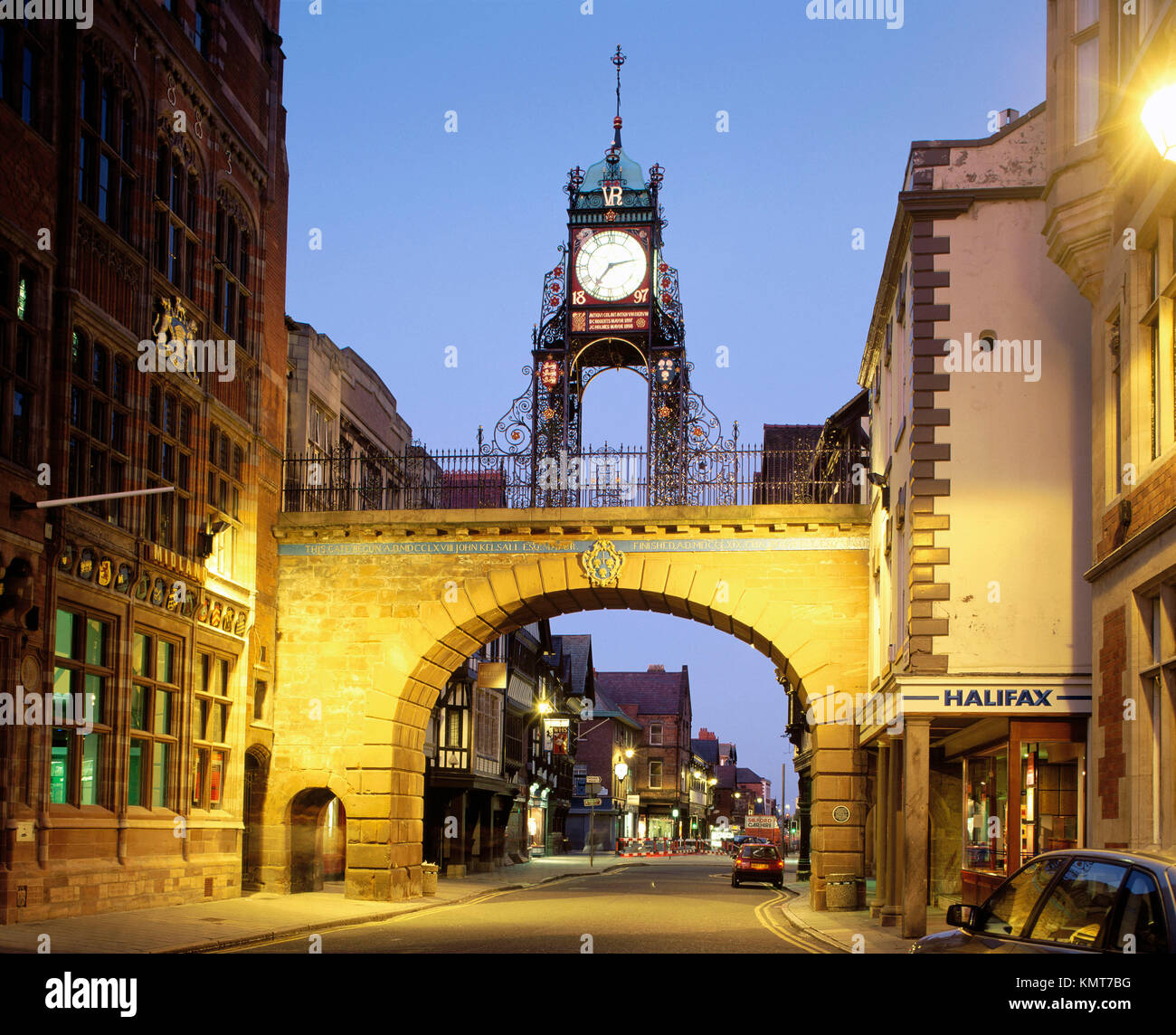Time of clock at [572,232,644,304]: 7:12
